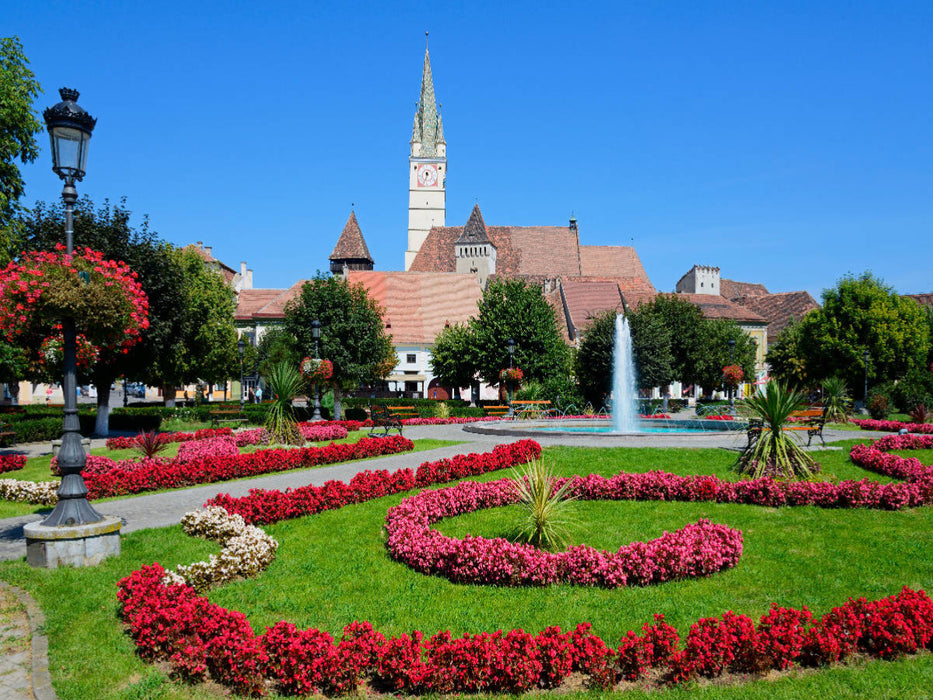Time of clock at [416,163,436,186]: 11:33
